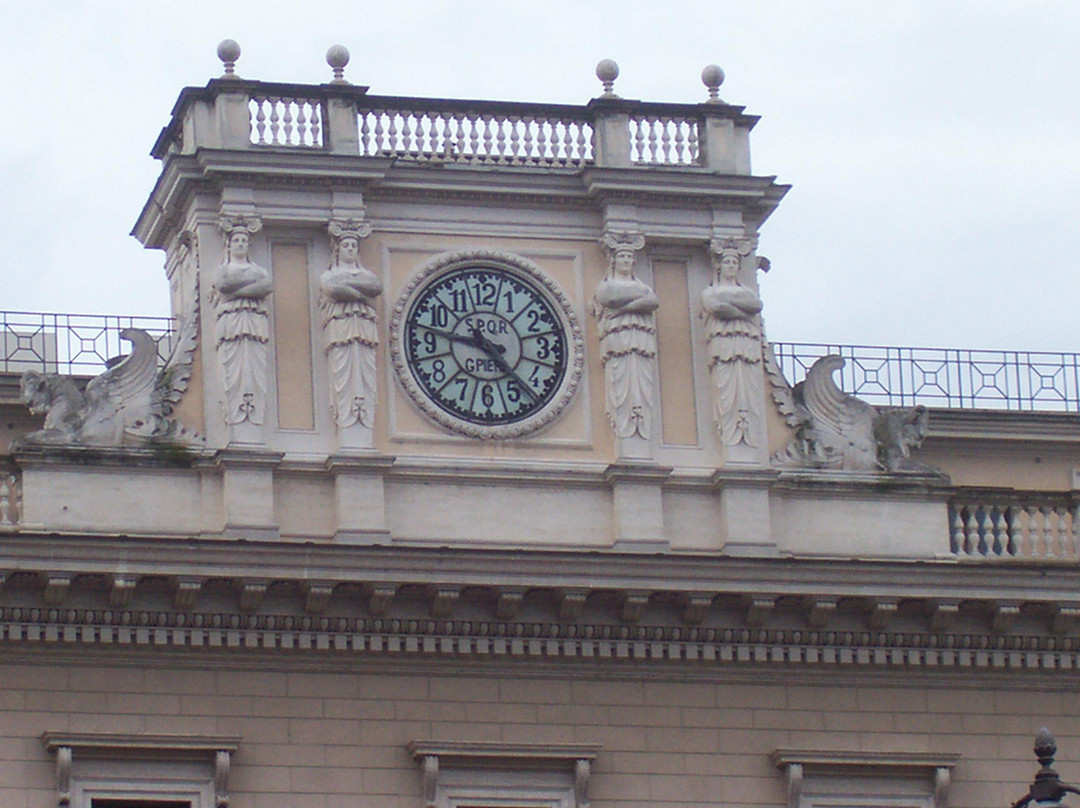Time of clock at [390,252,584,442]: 9:22
